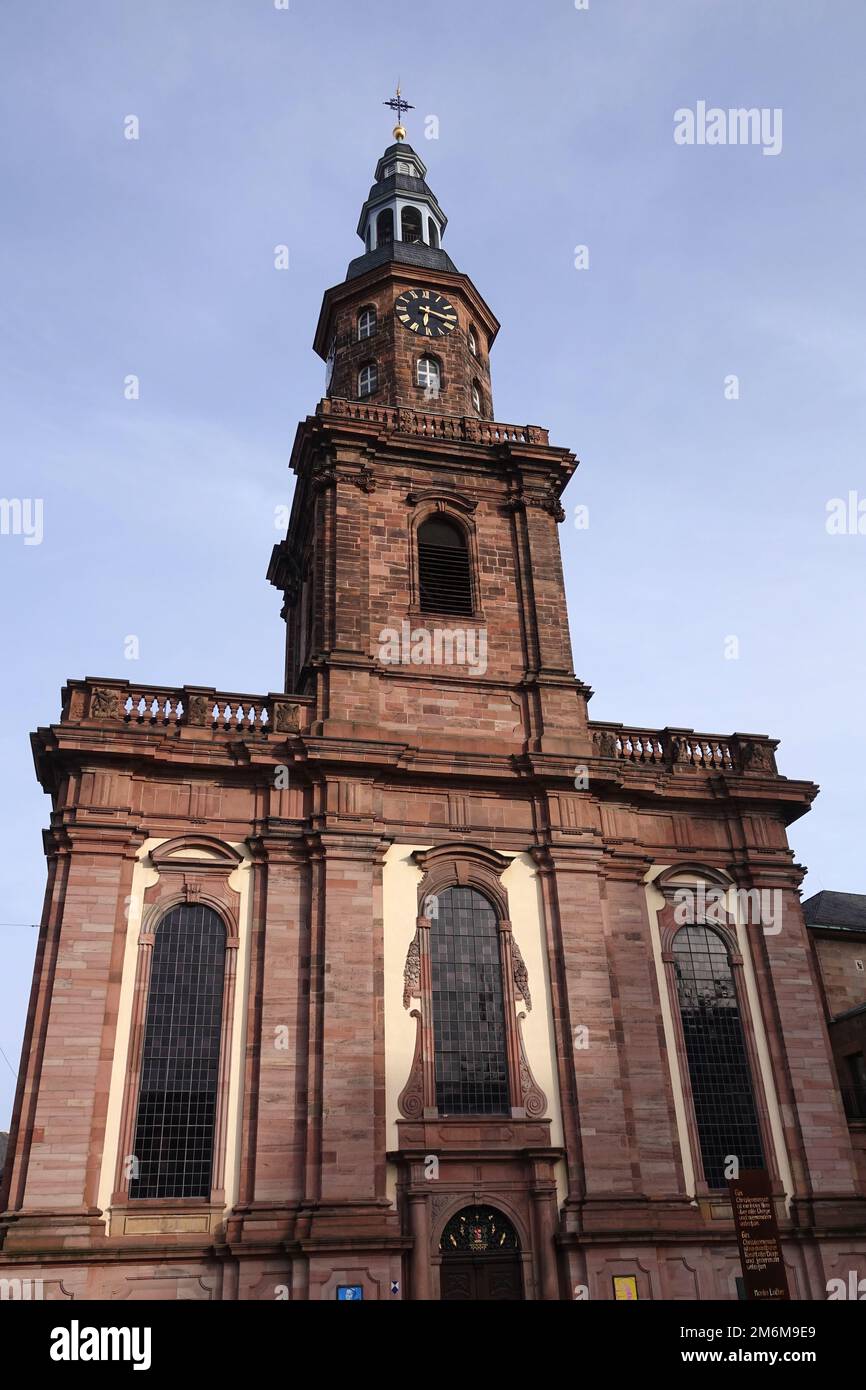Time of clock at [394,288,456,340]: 6:17
